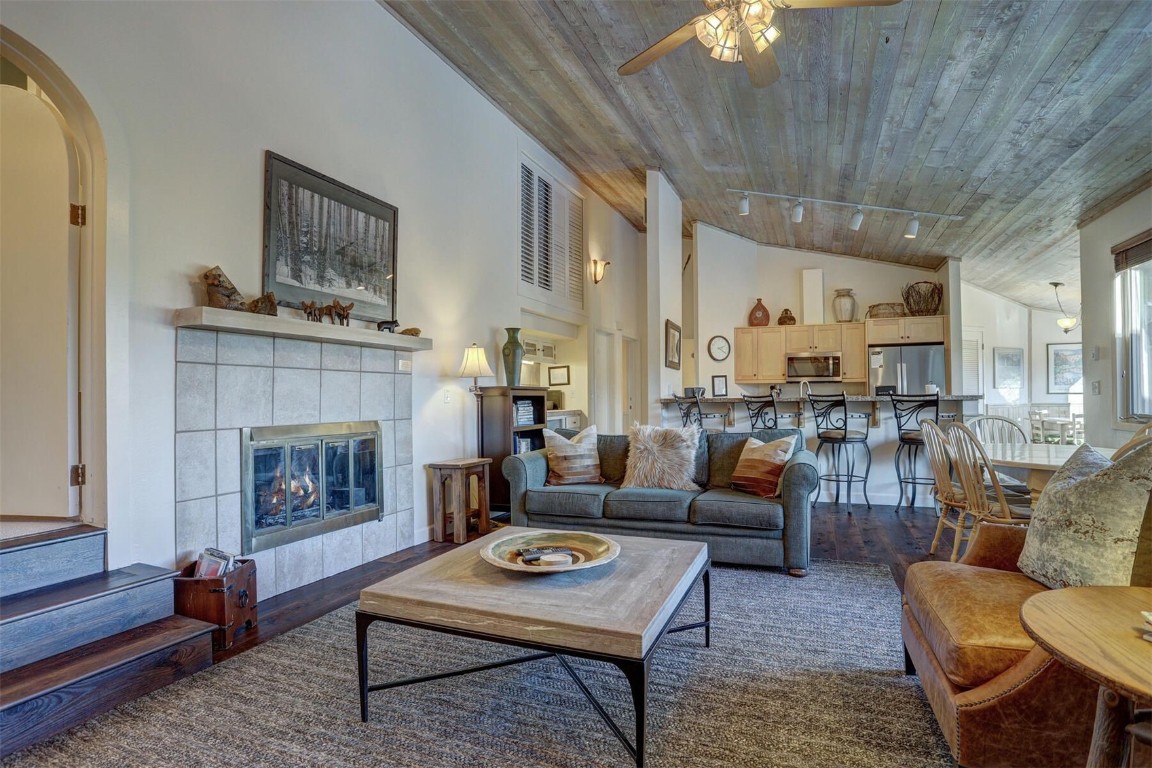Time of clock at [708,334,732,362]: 2:20
